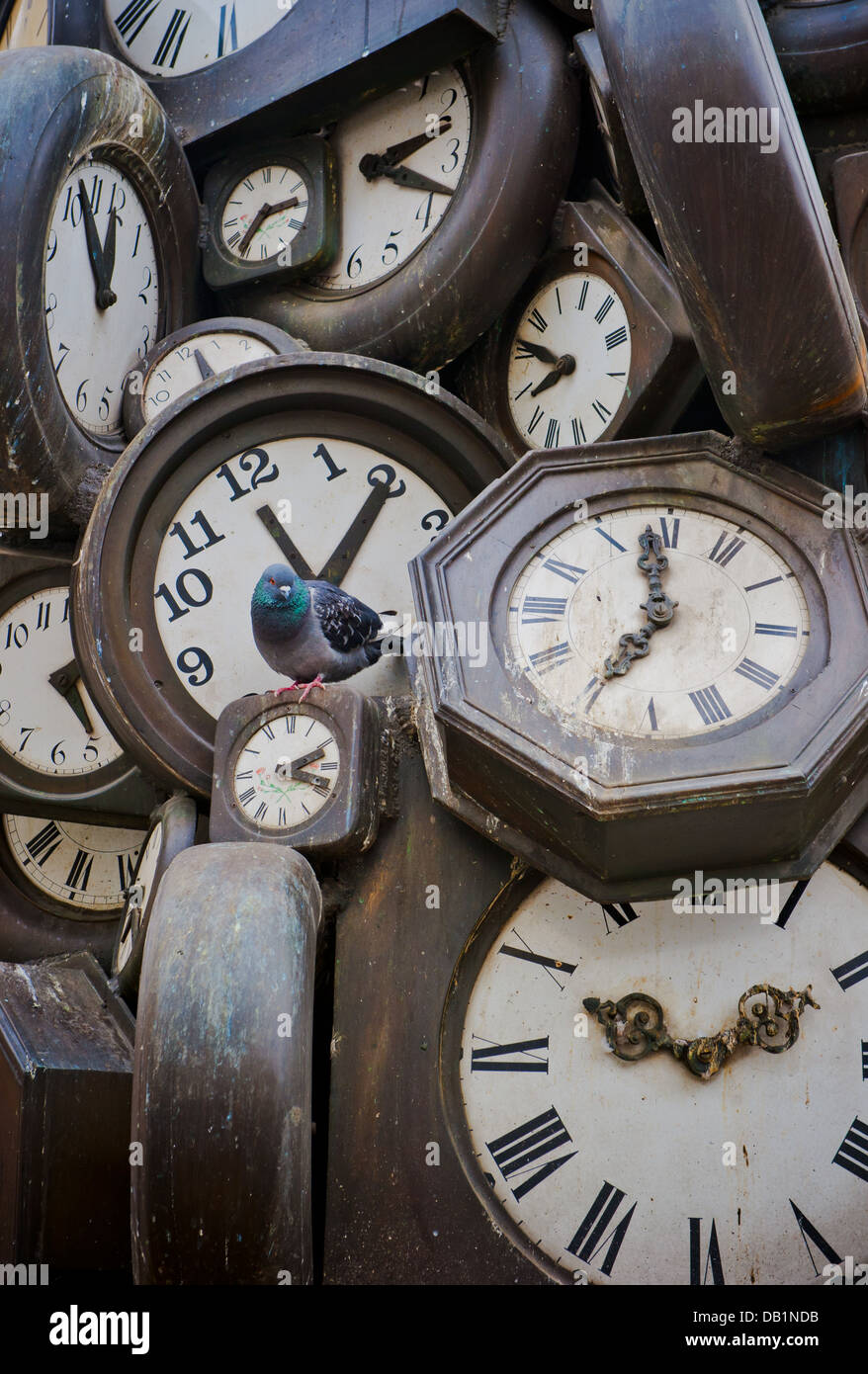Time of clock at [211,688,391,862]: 2:18
